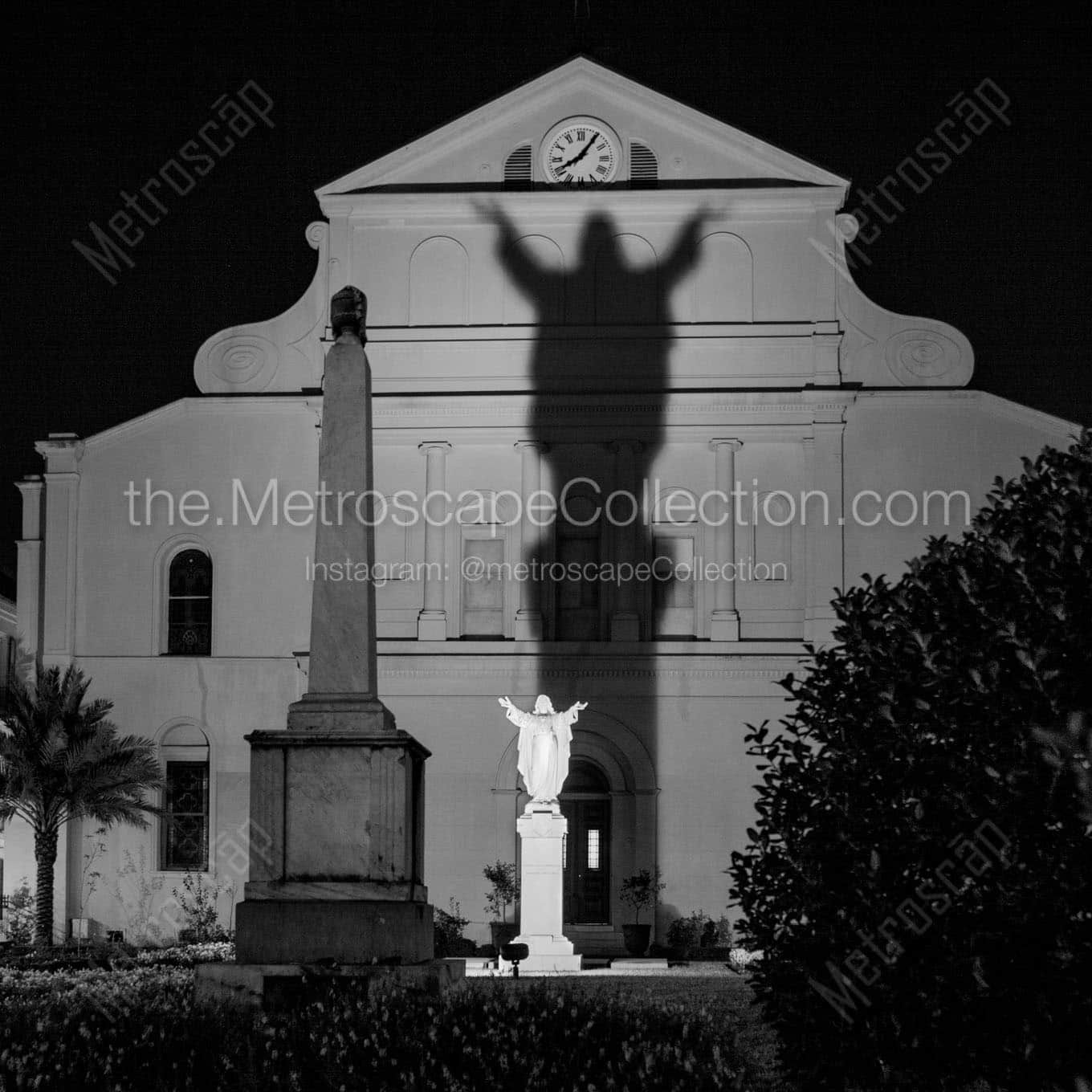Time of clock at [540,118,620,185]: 8:06
